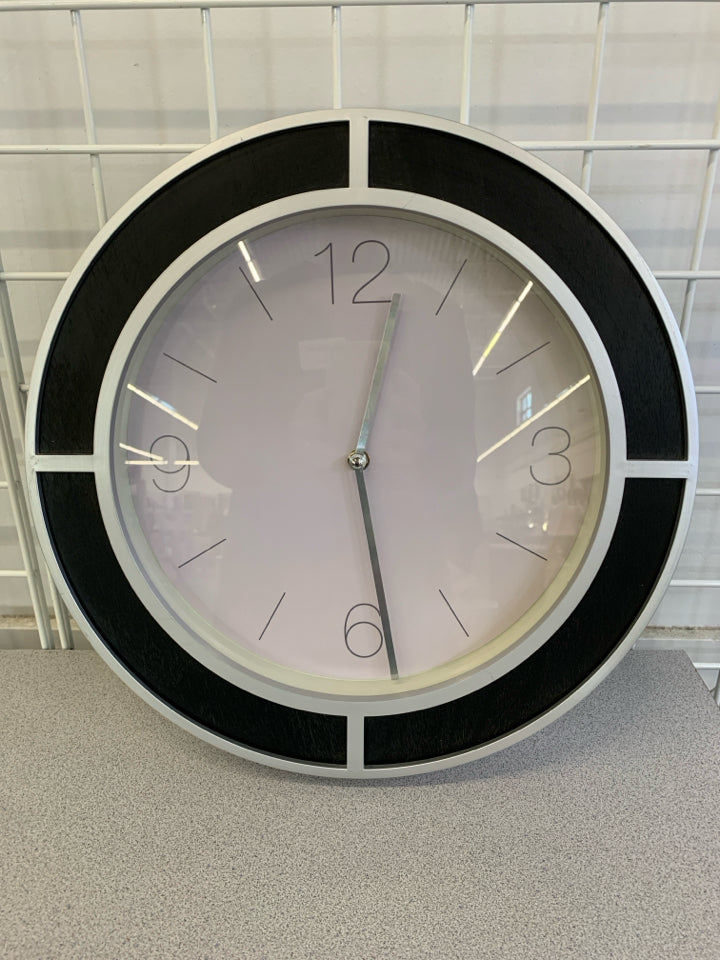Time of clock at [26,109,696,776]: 12:28
